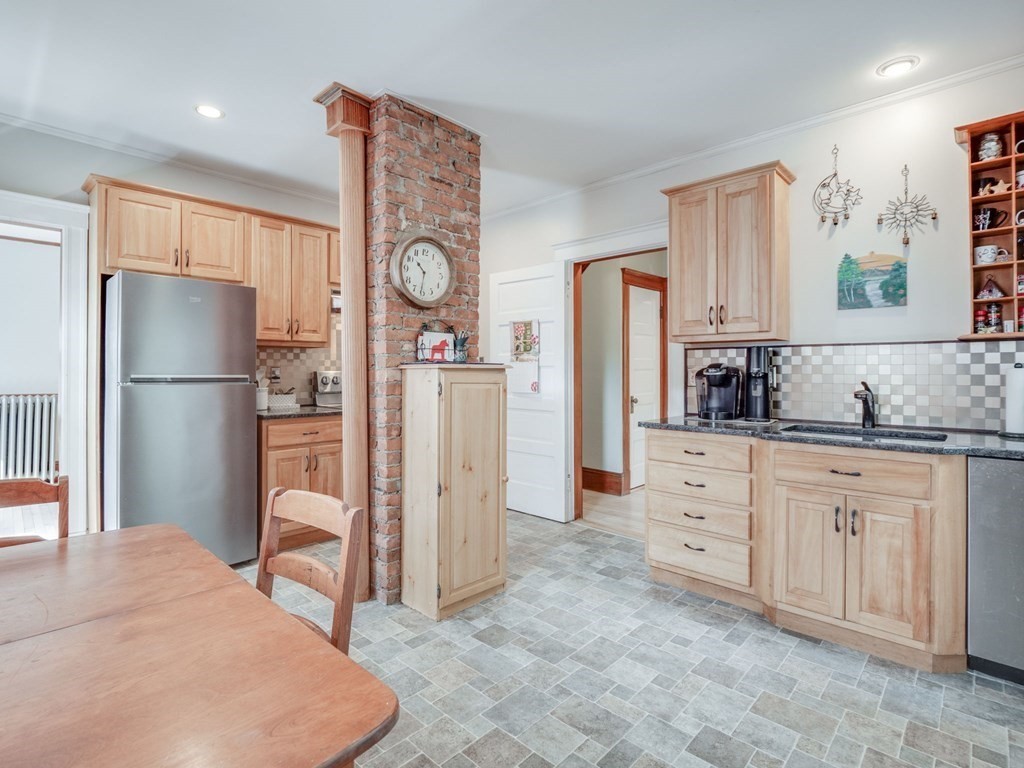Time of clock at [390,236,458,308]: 10:31
